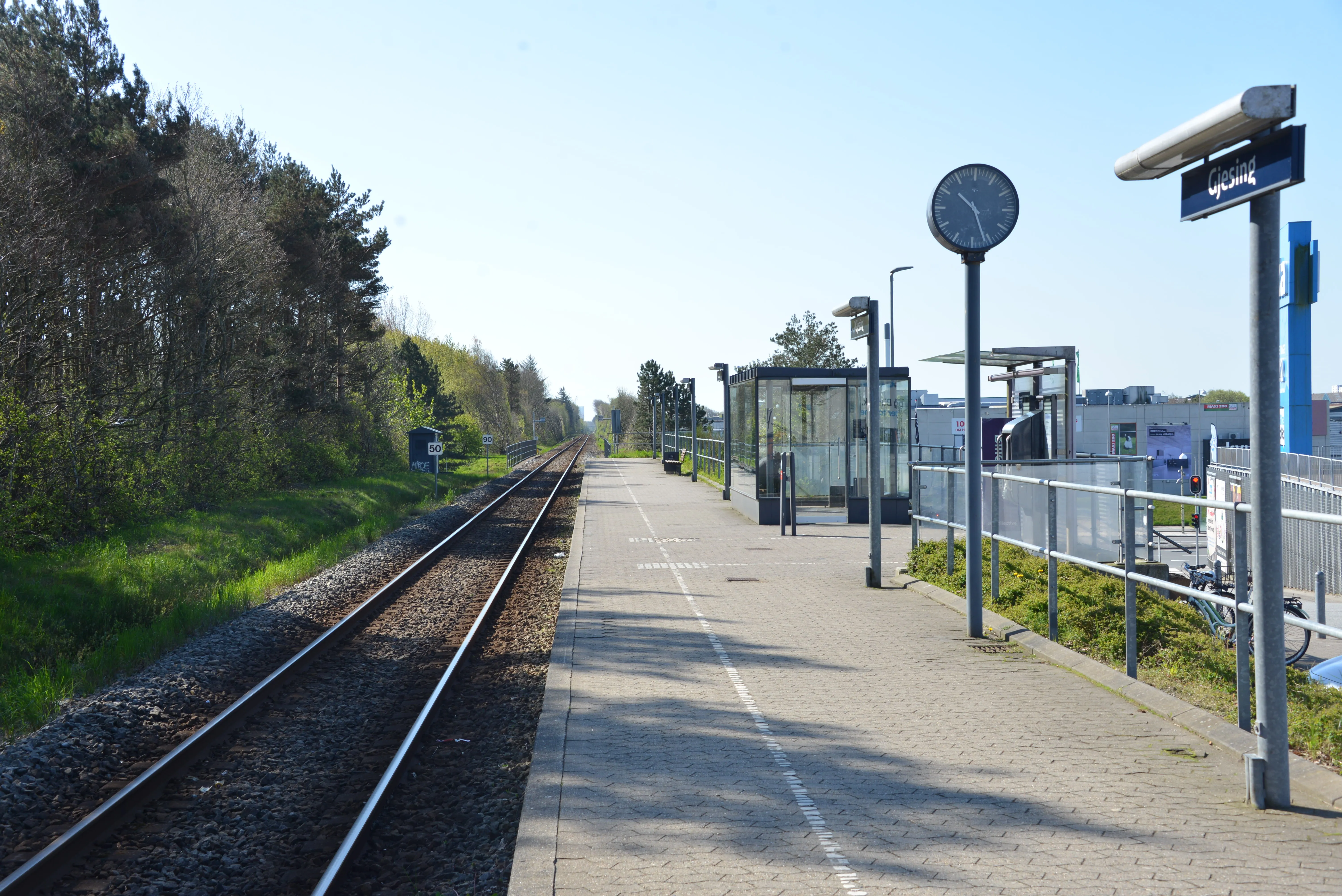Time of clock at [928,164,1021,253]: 10:26
